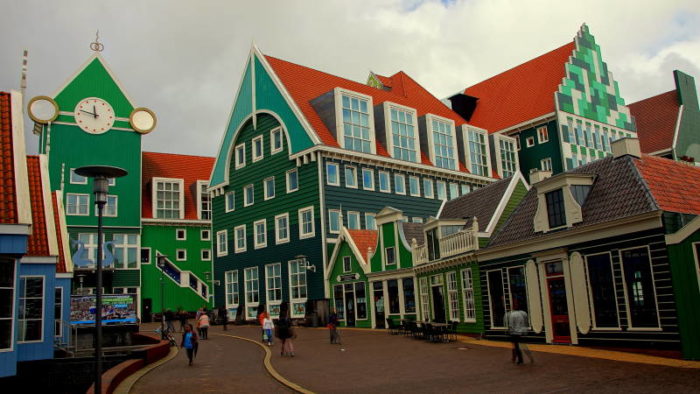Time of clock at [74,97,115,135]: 11:47
